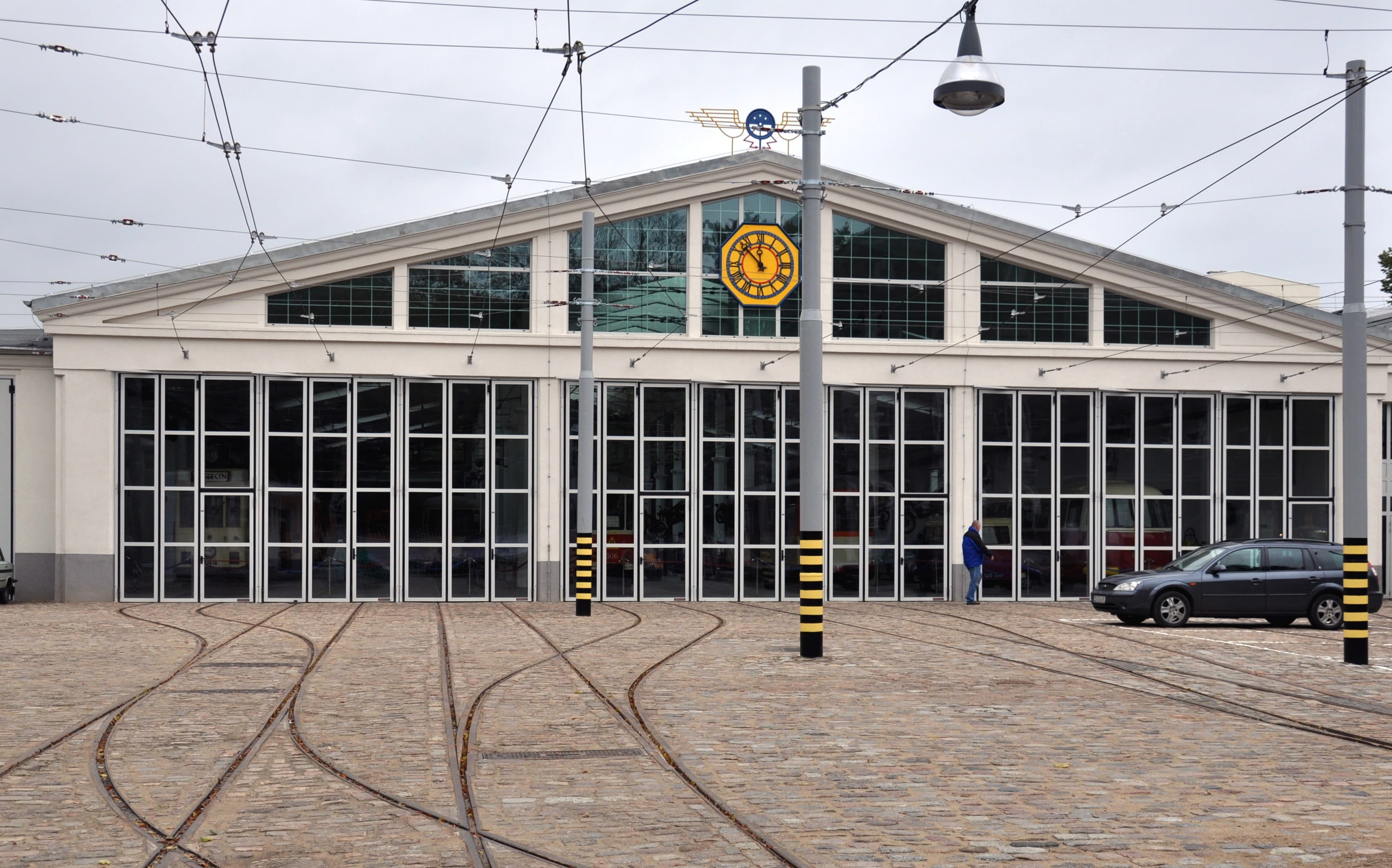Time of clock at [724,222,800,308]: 11:52
